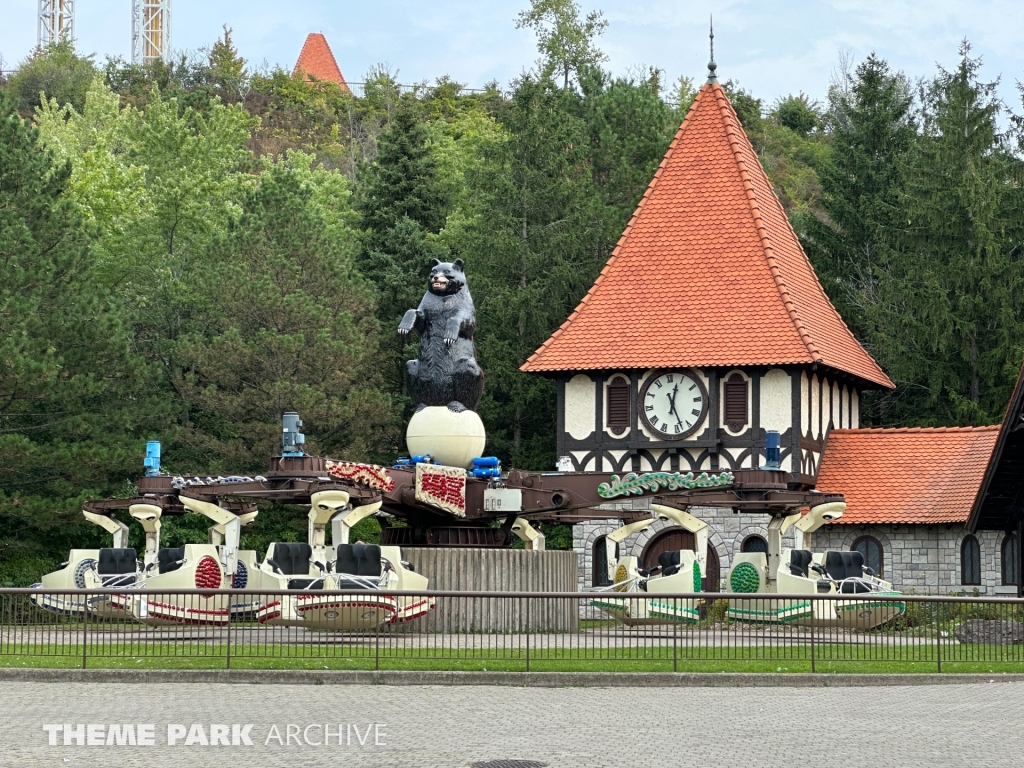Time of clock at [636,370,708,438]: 12:28
